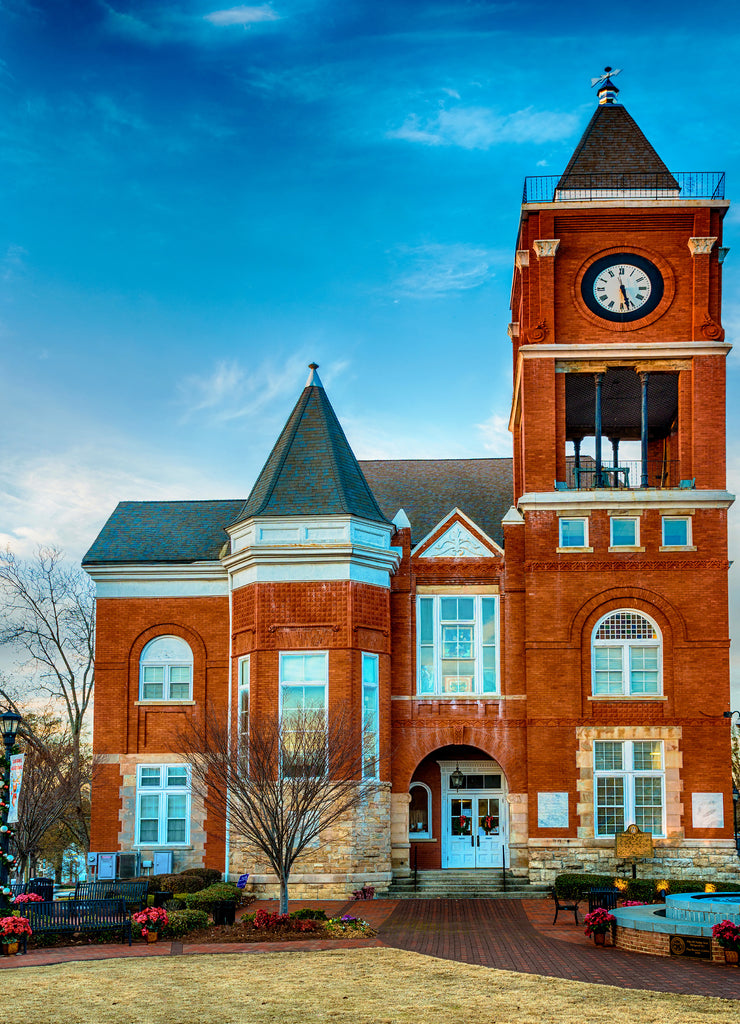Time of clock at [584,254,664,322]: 5:27
